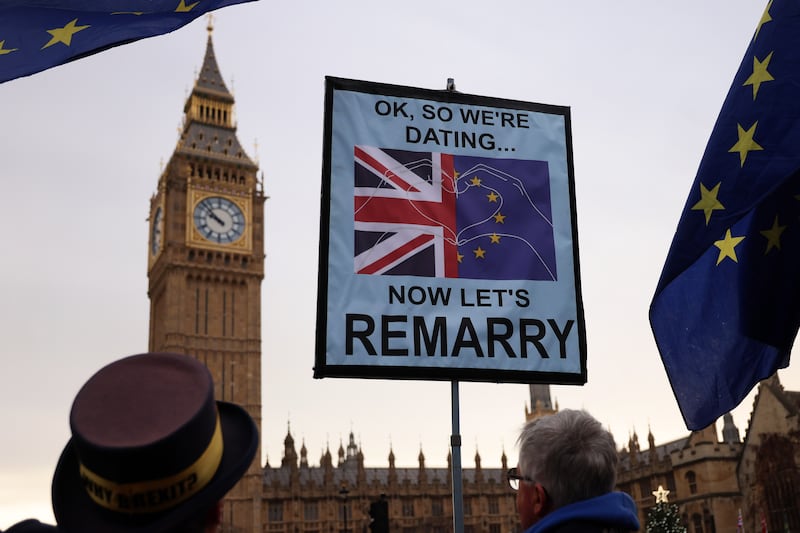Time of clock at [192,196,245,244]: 9:52
